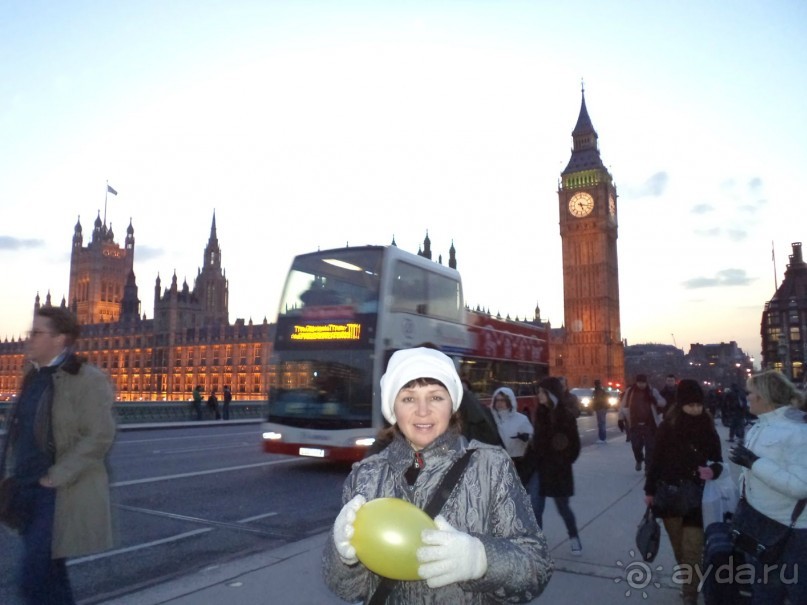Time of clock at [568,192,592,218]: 5:17
